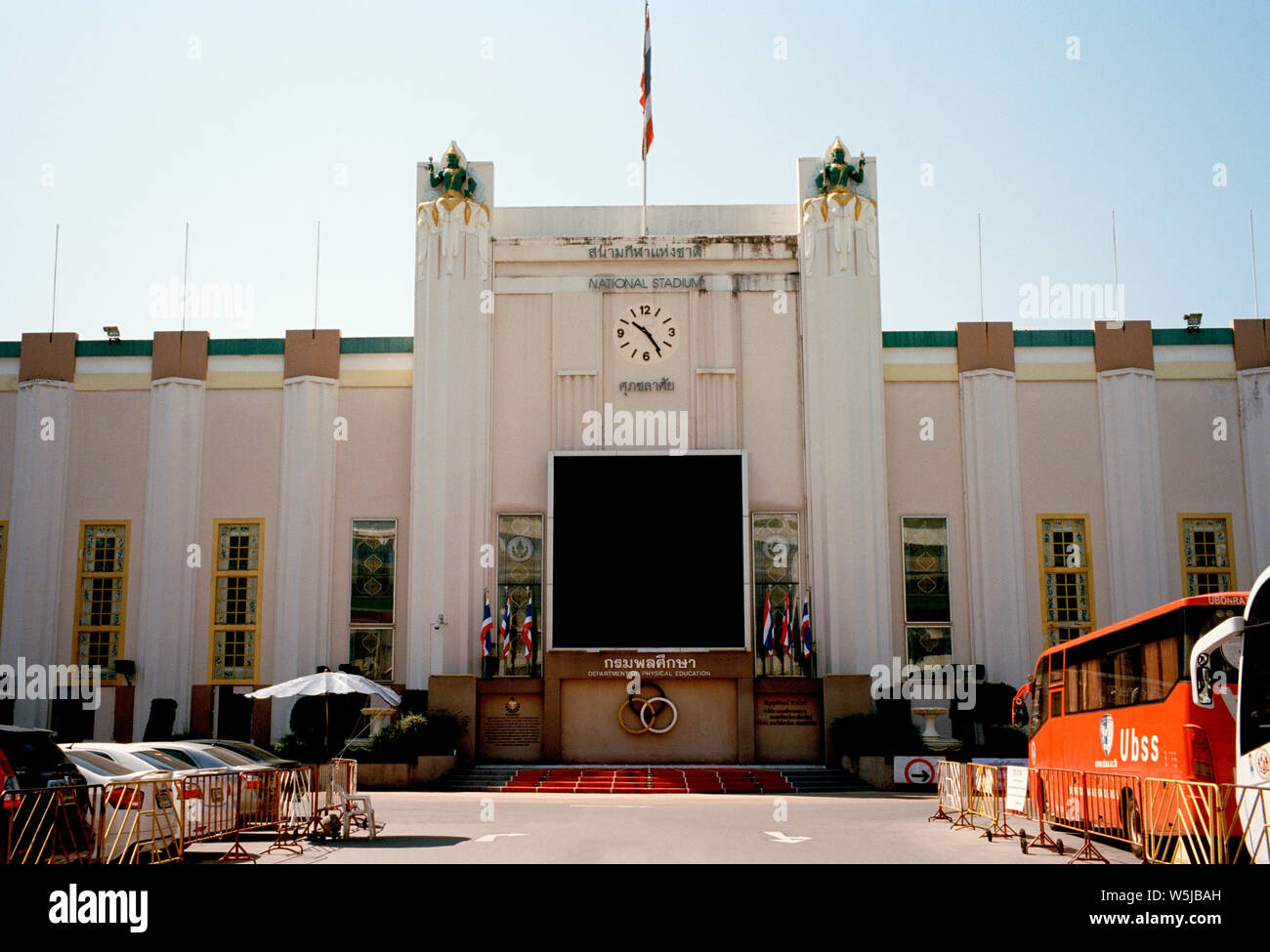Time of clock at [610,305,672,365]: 10:24
